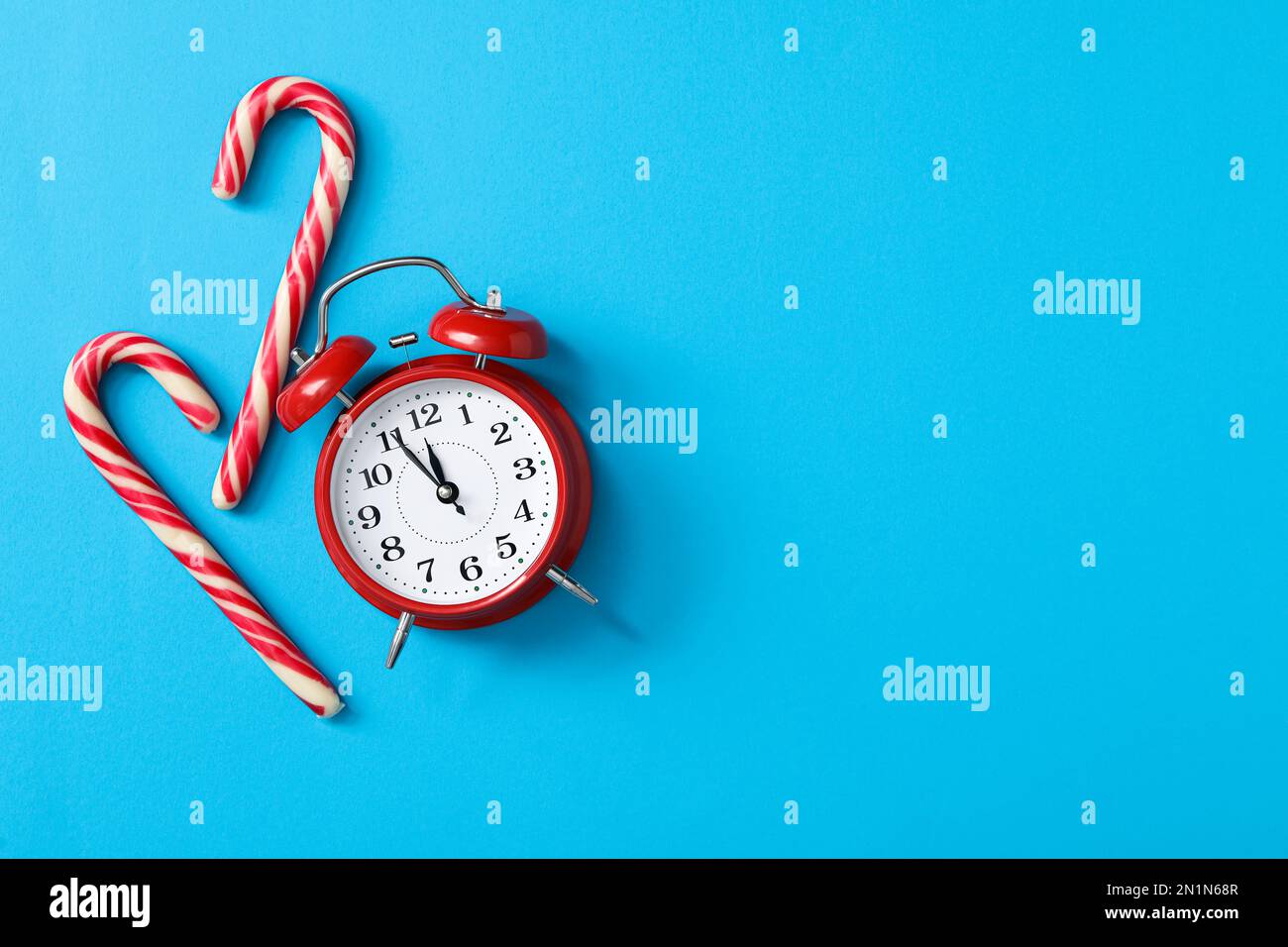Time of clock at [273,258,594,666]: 11:55
